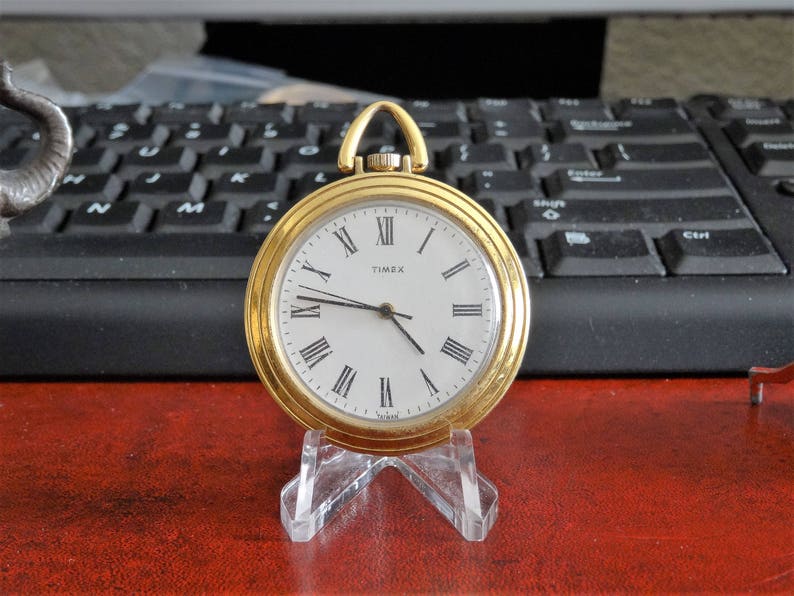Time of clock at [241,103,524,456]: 4:46
